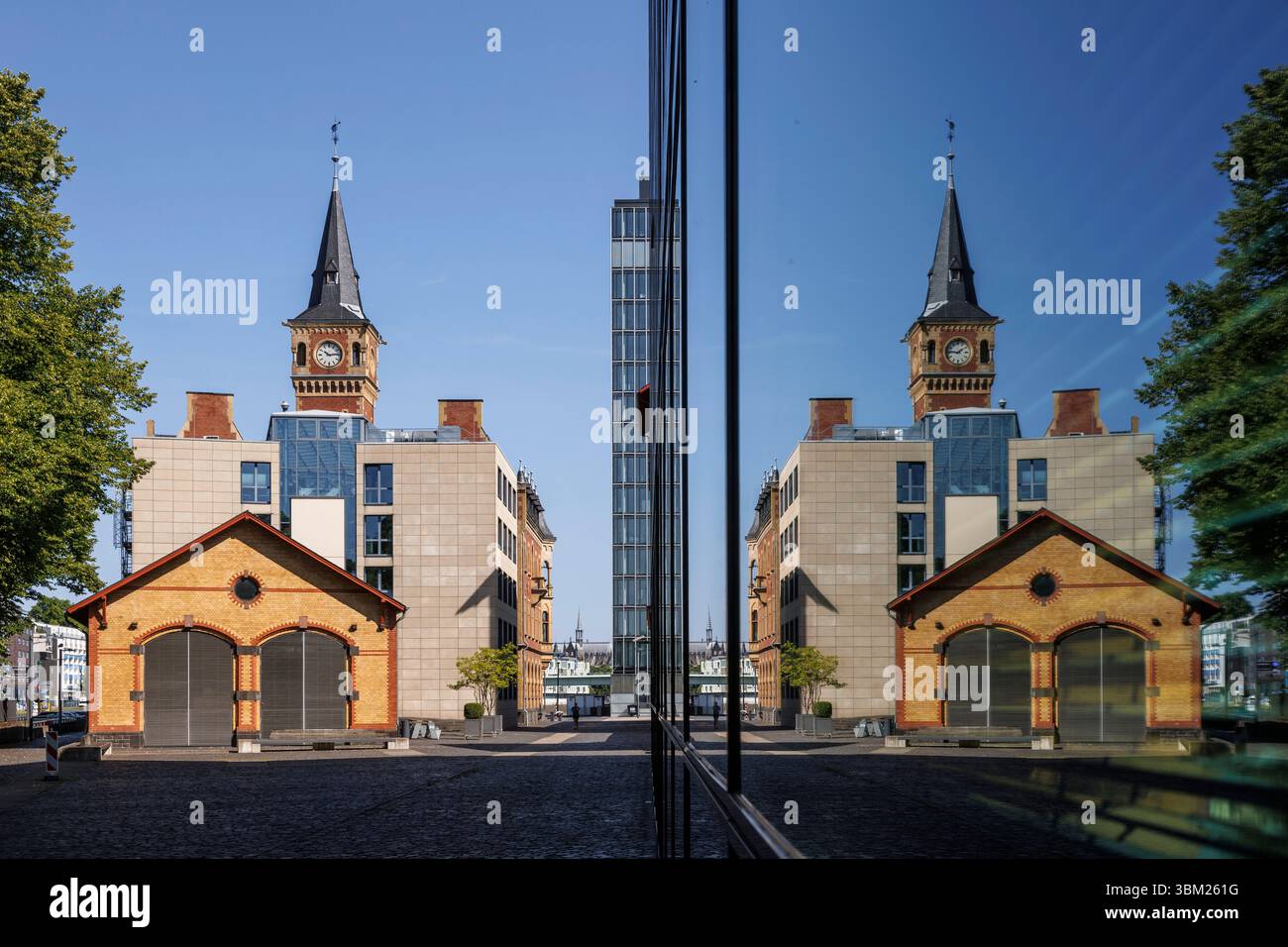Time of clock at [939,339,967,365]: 1:46
